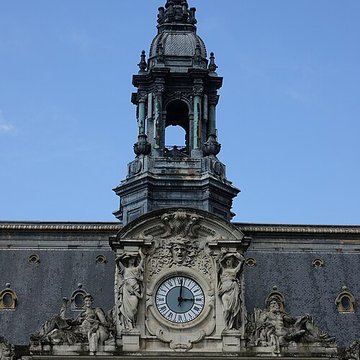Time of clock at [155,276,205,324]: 3:01
